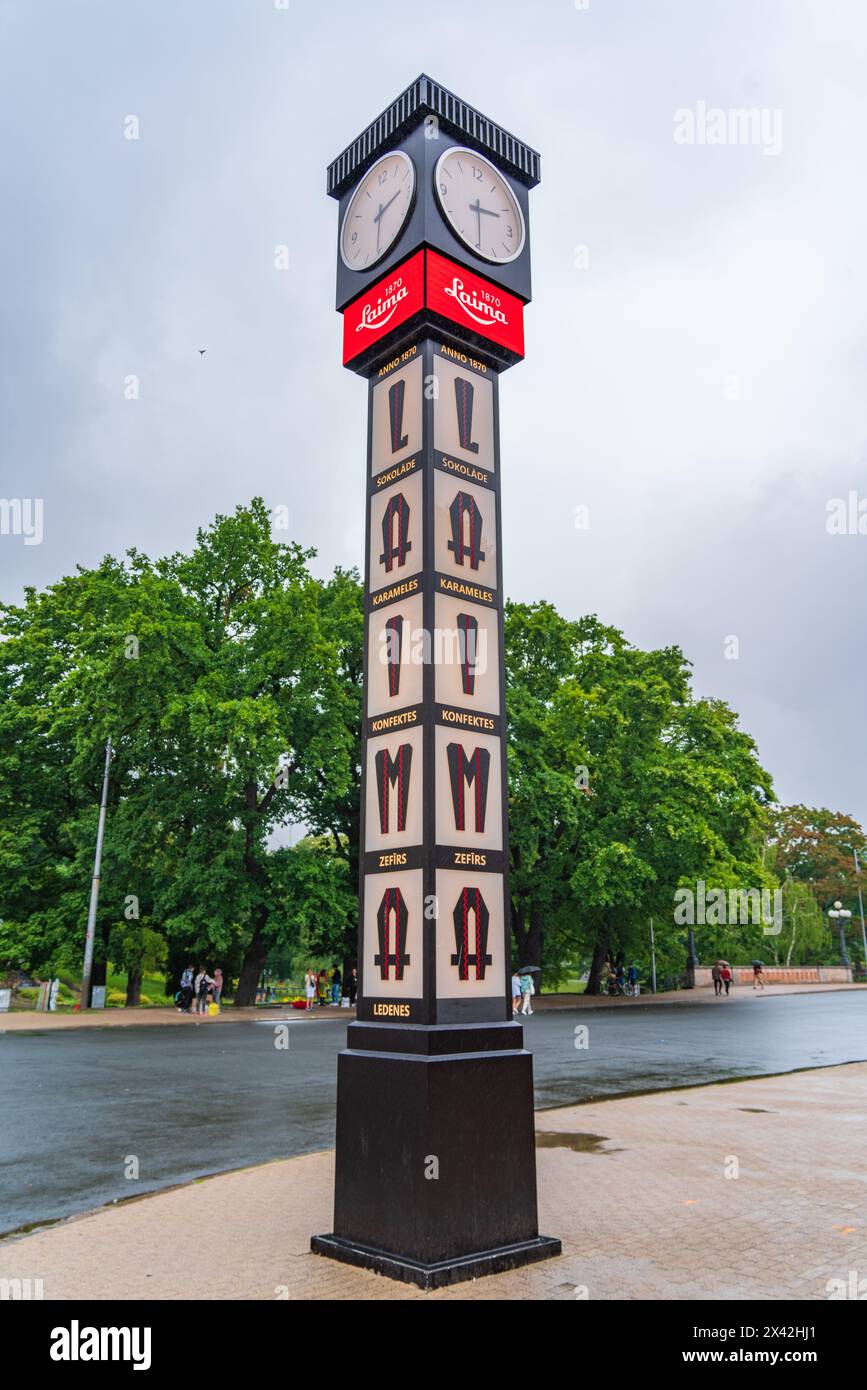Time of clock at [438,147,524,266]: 2:29
